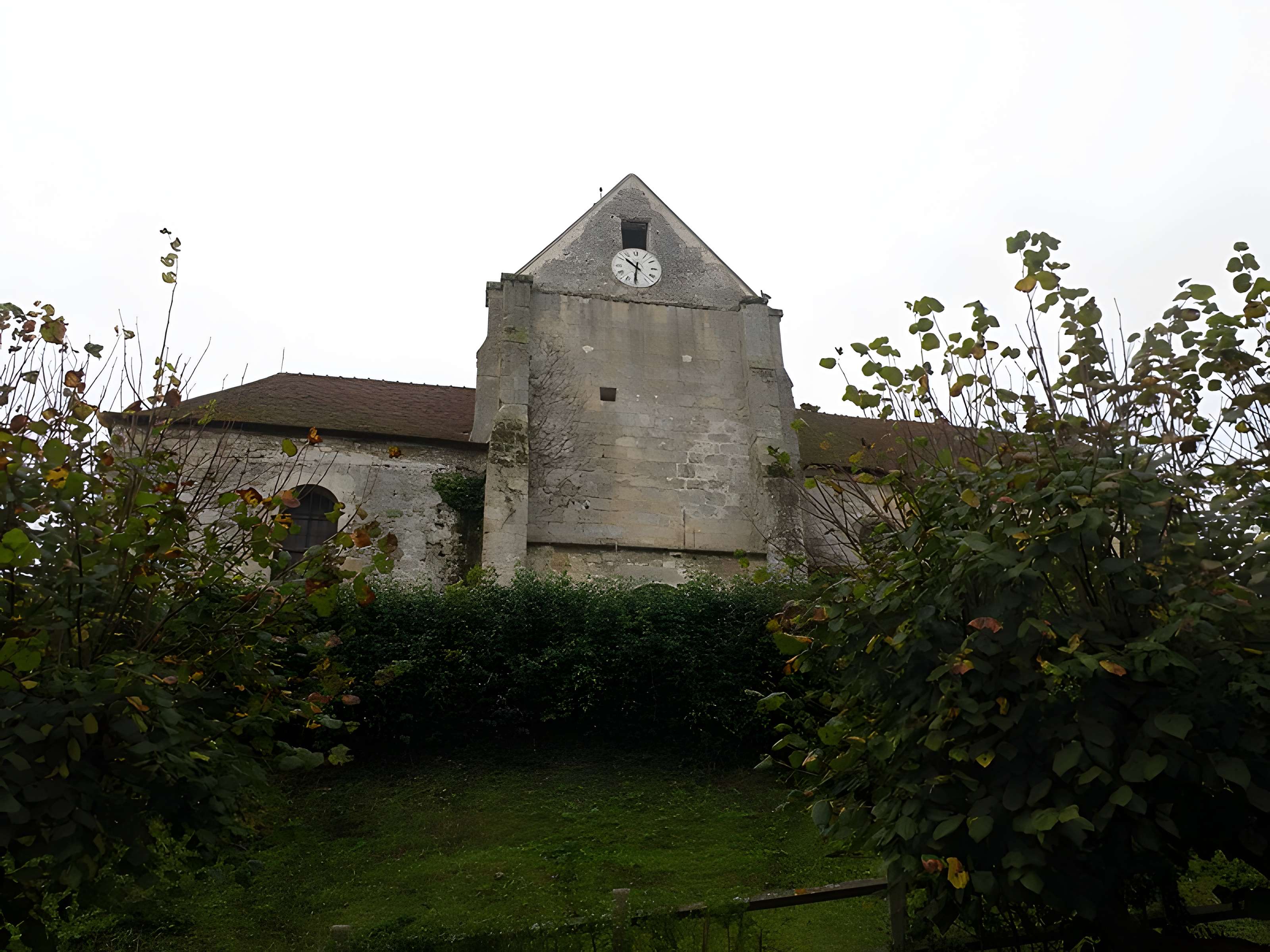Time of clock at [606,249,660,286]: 10:31
